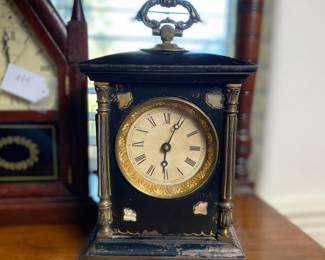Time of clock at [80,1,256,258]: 6:03
